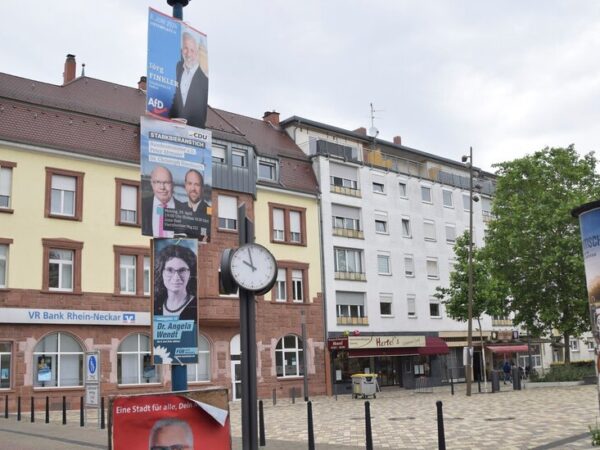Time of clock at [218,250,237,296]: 9:57
